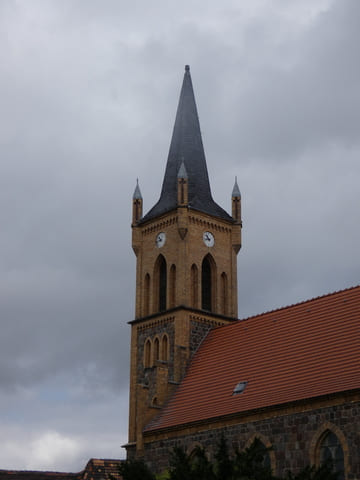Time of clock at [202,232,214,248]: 10:42
